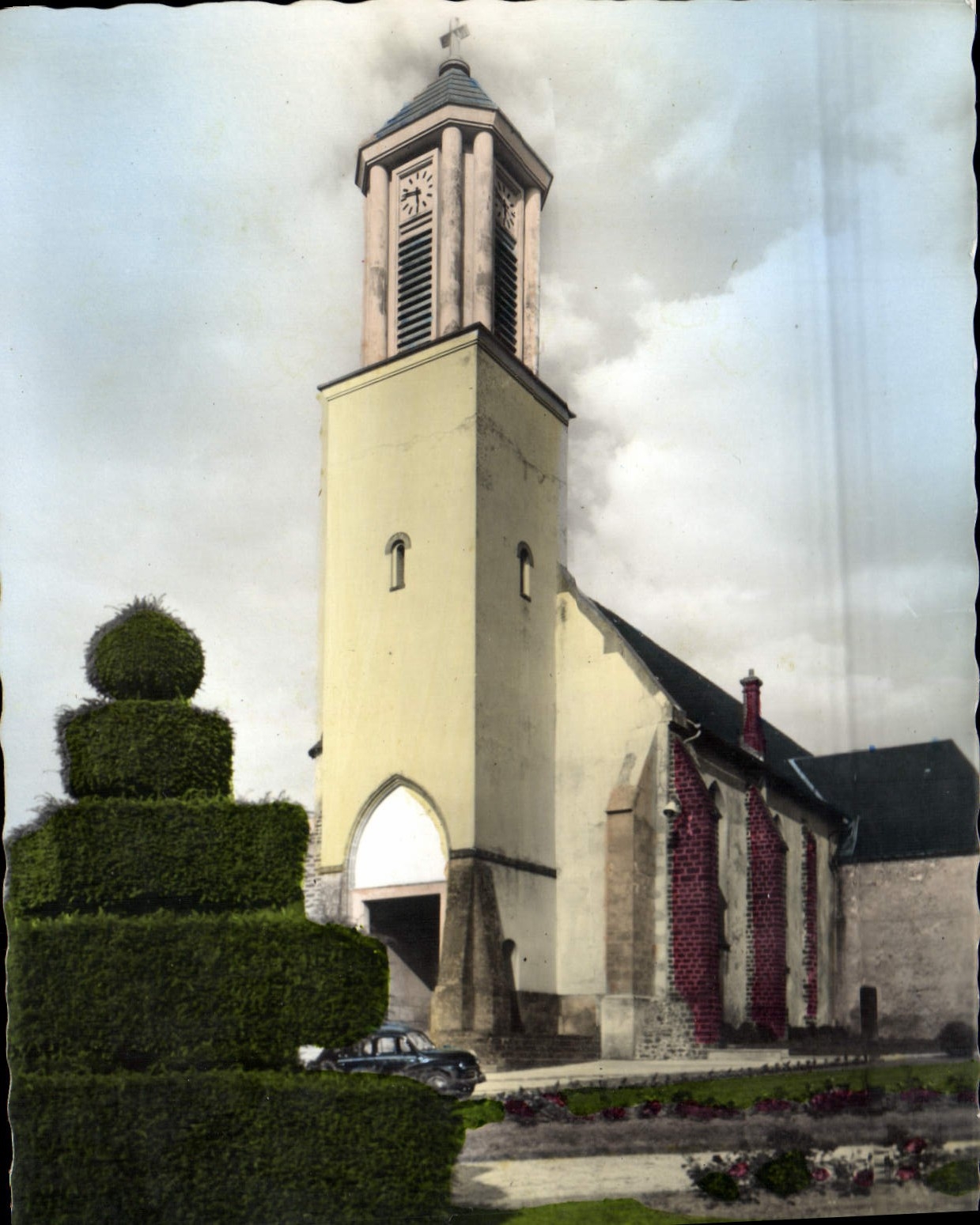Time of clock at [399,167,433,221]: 9:29
